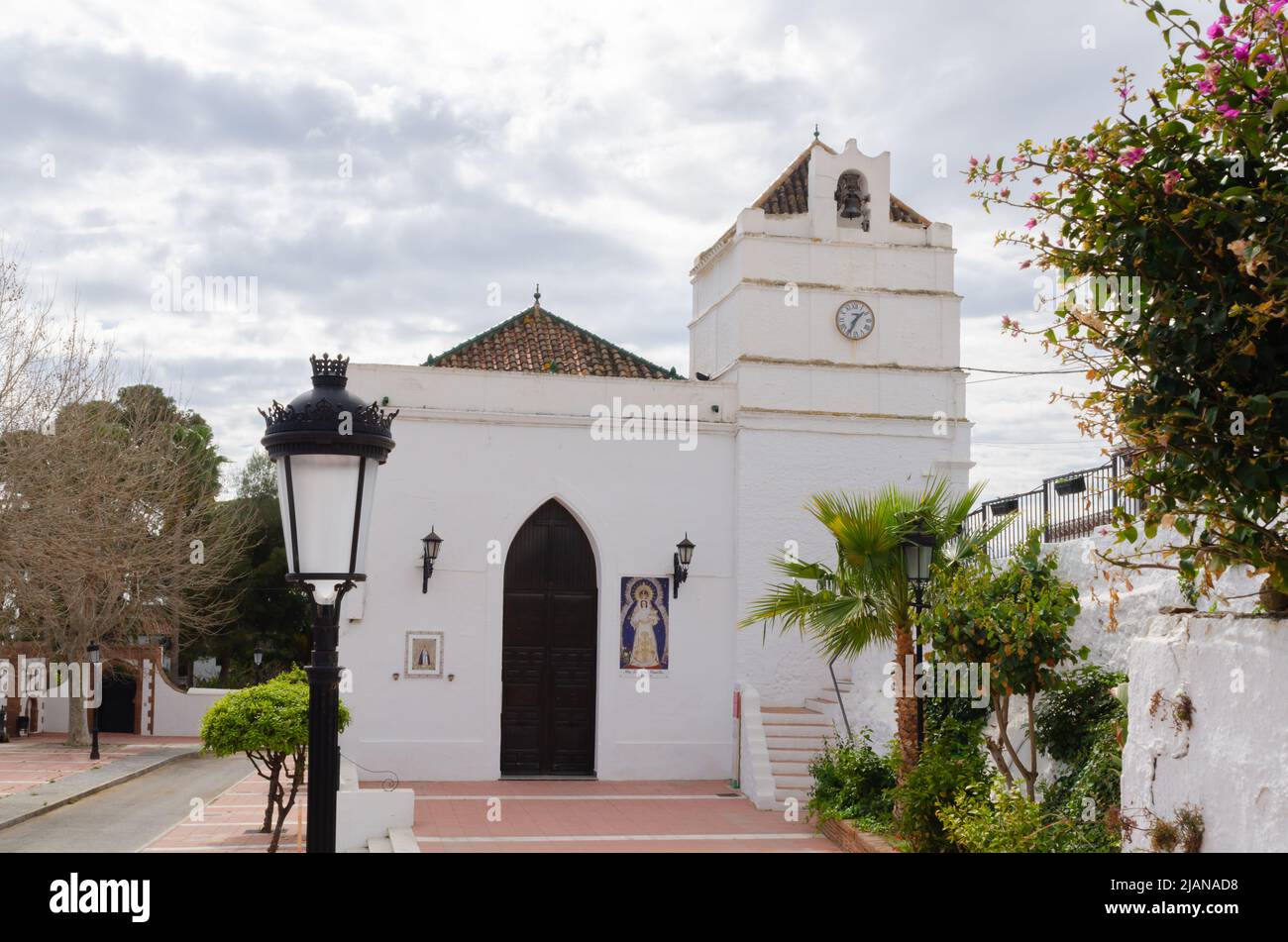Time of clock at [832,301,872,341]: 1:34
